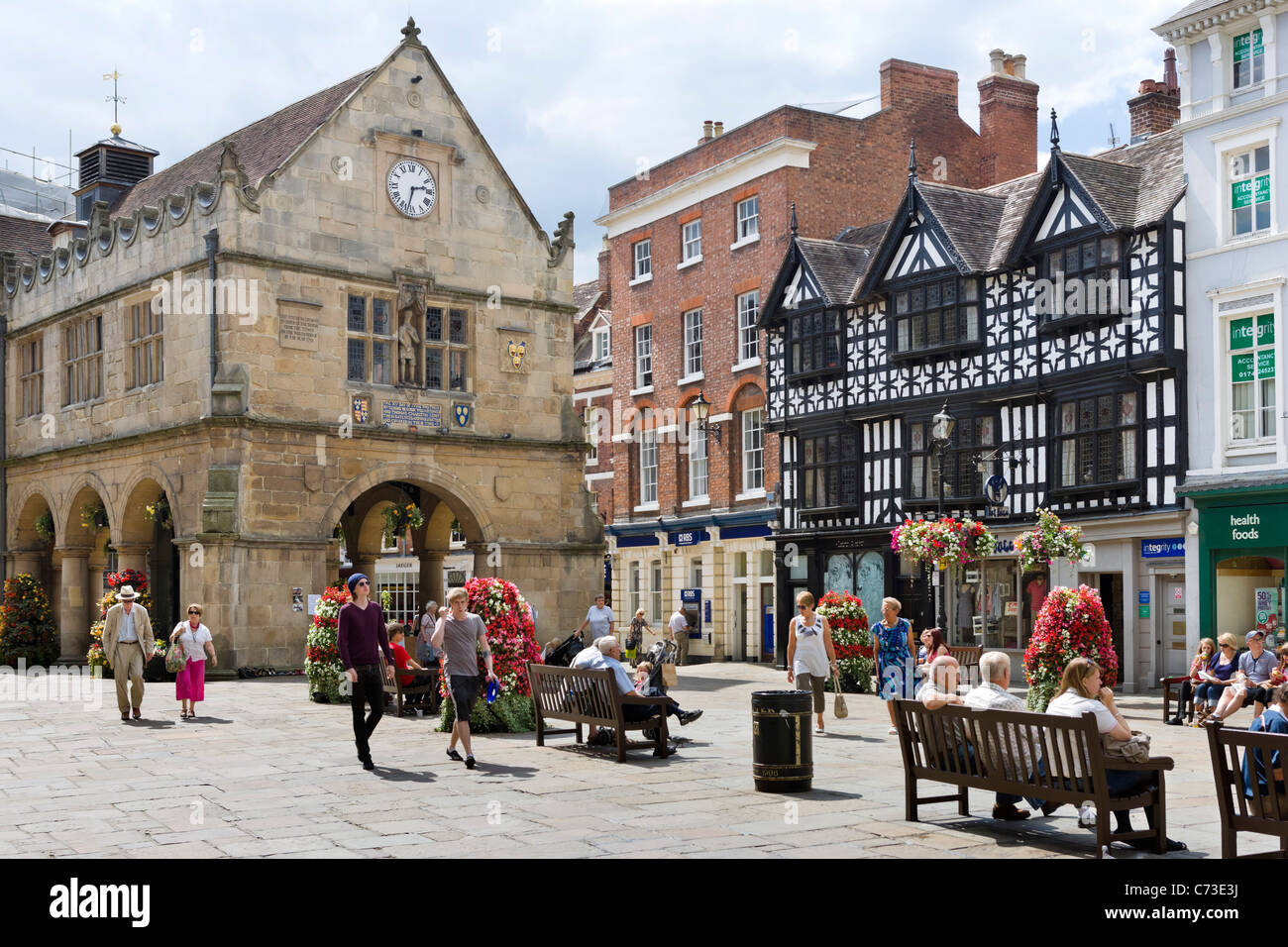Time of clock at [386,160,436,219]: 2:32
